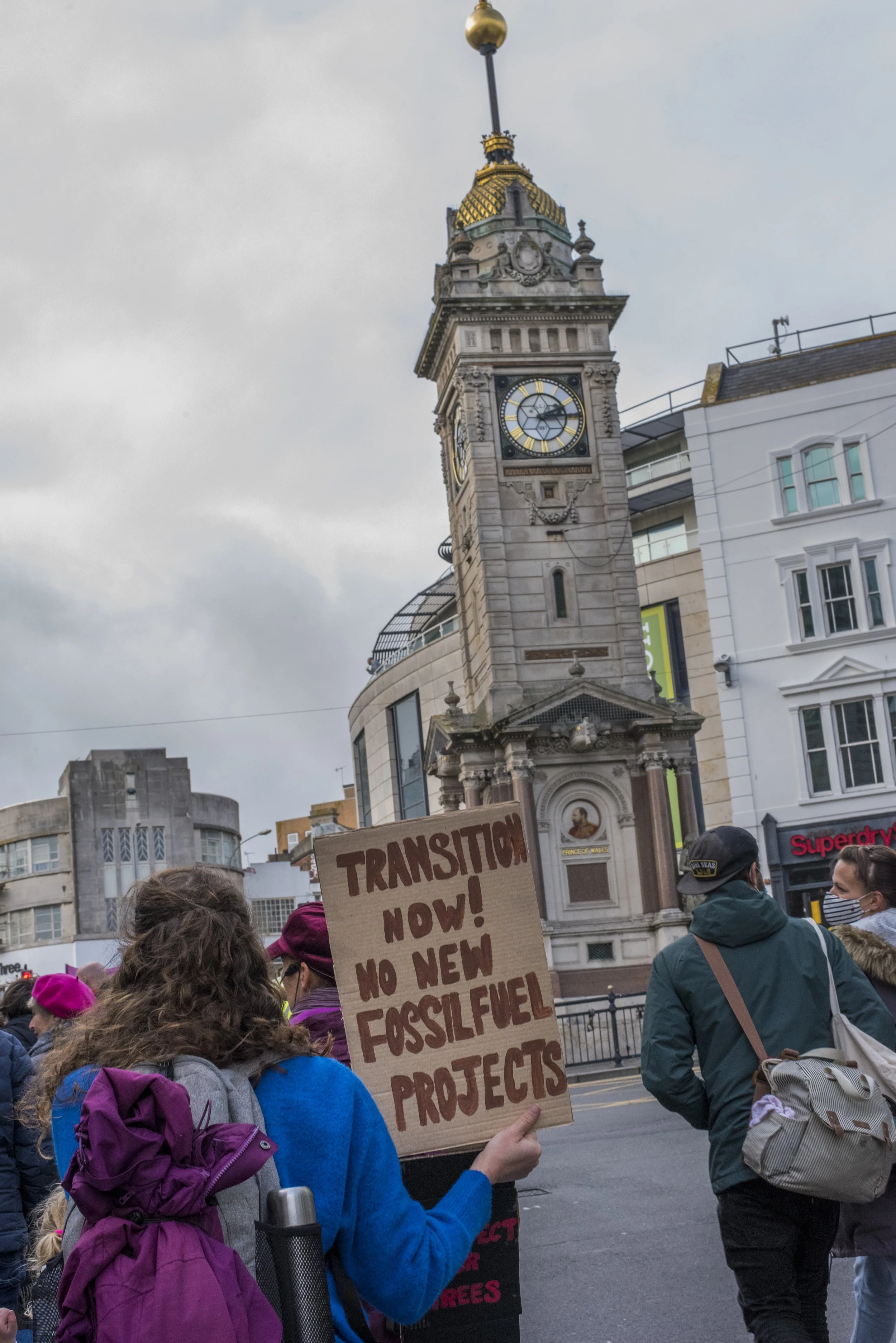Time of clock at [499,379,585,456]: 2:14
